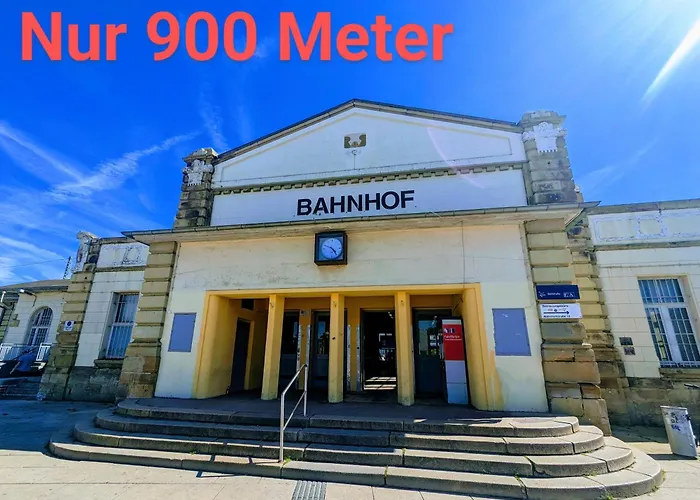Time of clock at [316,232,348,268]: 4:49
